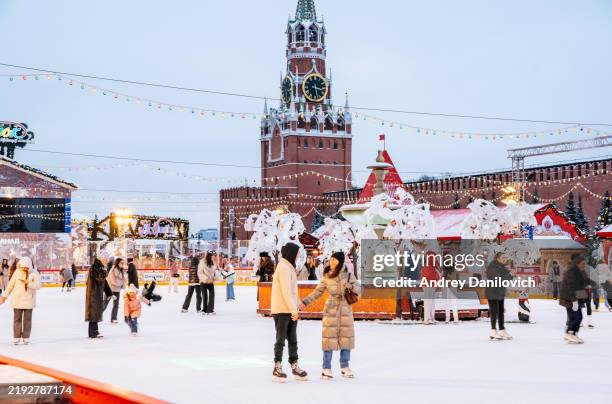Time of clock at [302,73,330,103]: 3:28
